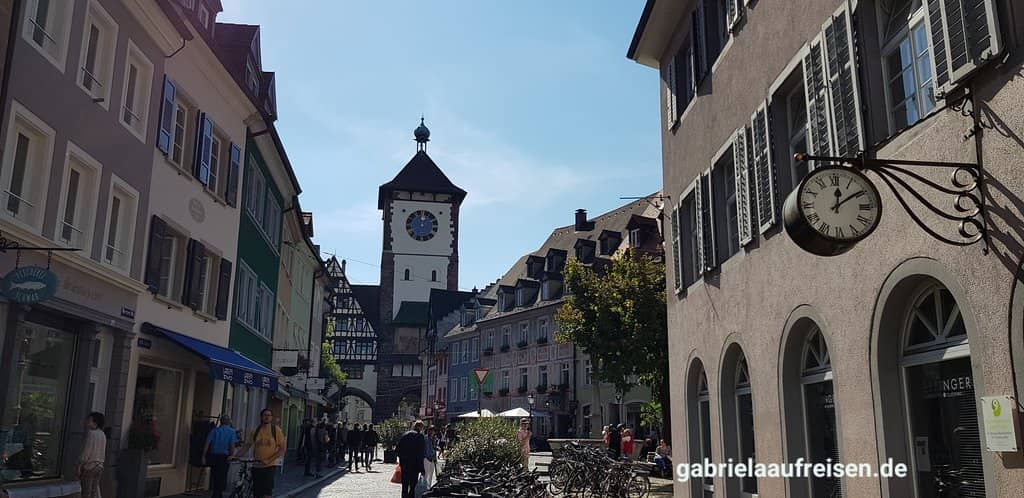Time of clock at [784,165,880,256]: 12:09
